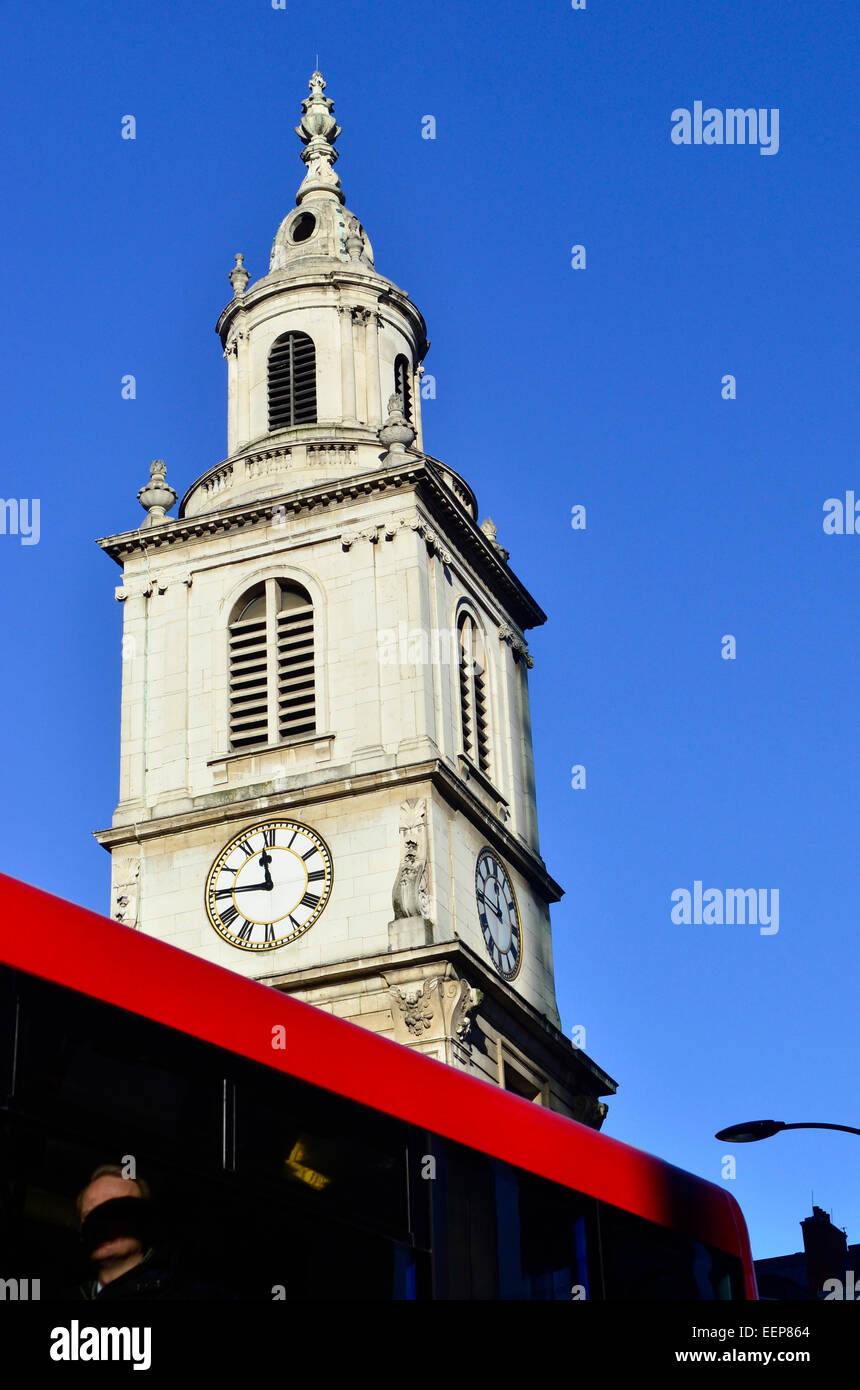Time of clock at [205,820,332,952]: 11:45
